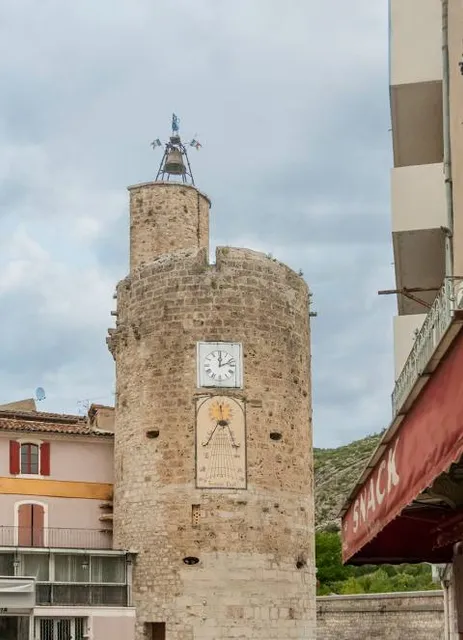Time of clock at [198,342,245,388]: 12:11
